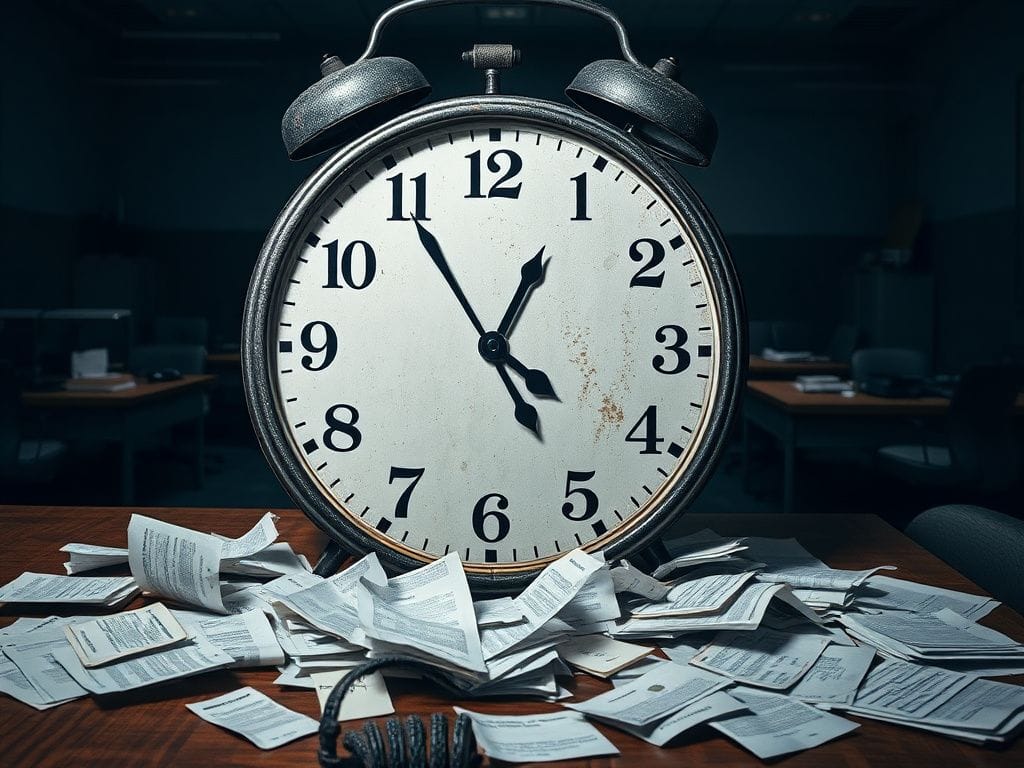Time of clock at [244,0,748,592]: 12:54
